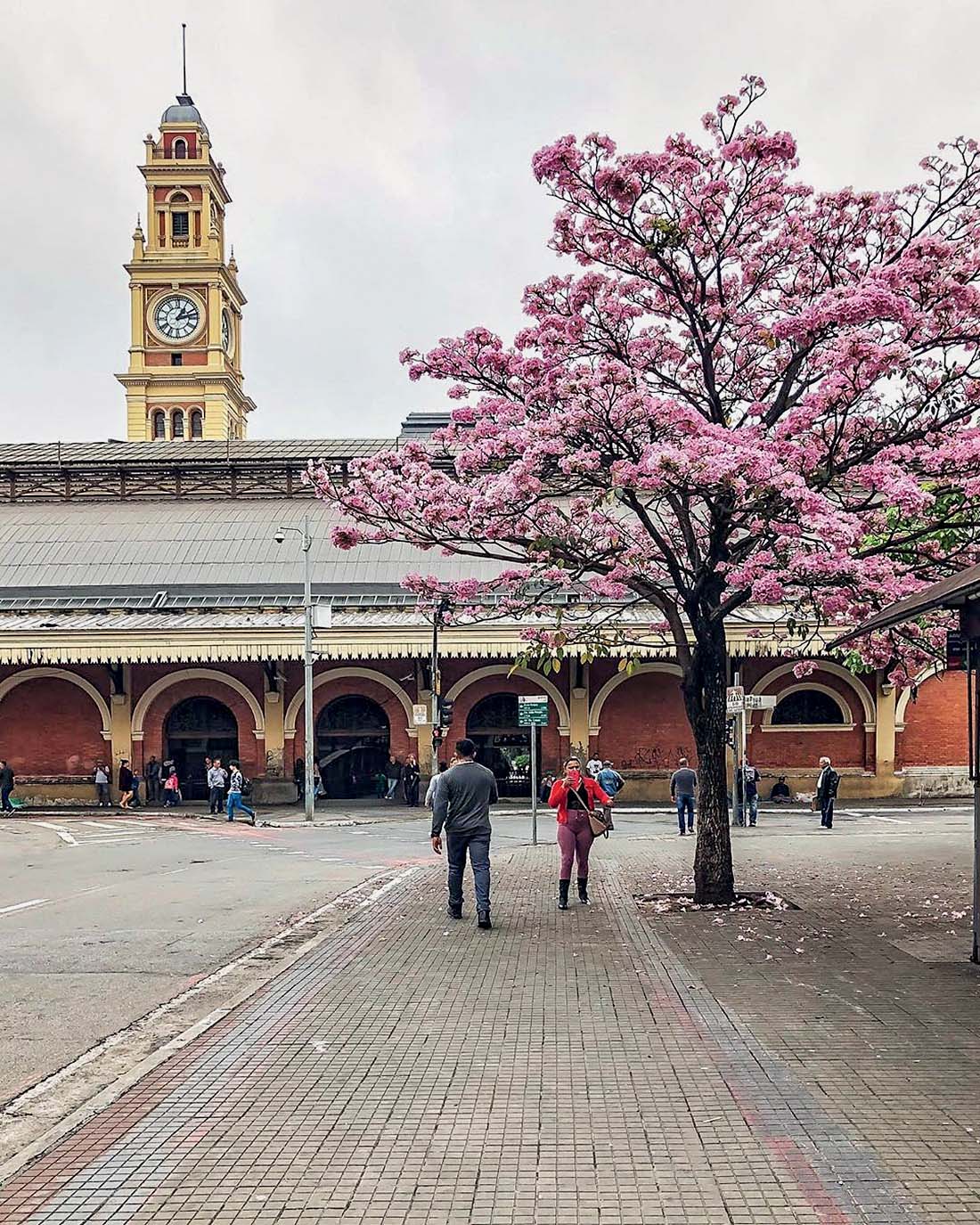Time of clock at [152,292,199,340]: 1:12
